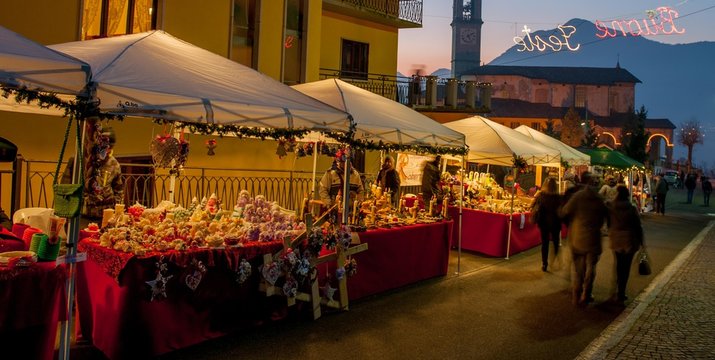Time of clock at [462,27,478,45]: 5:09
